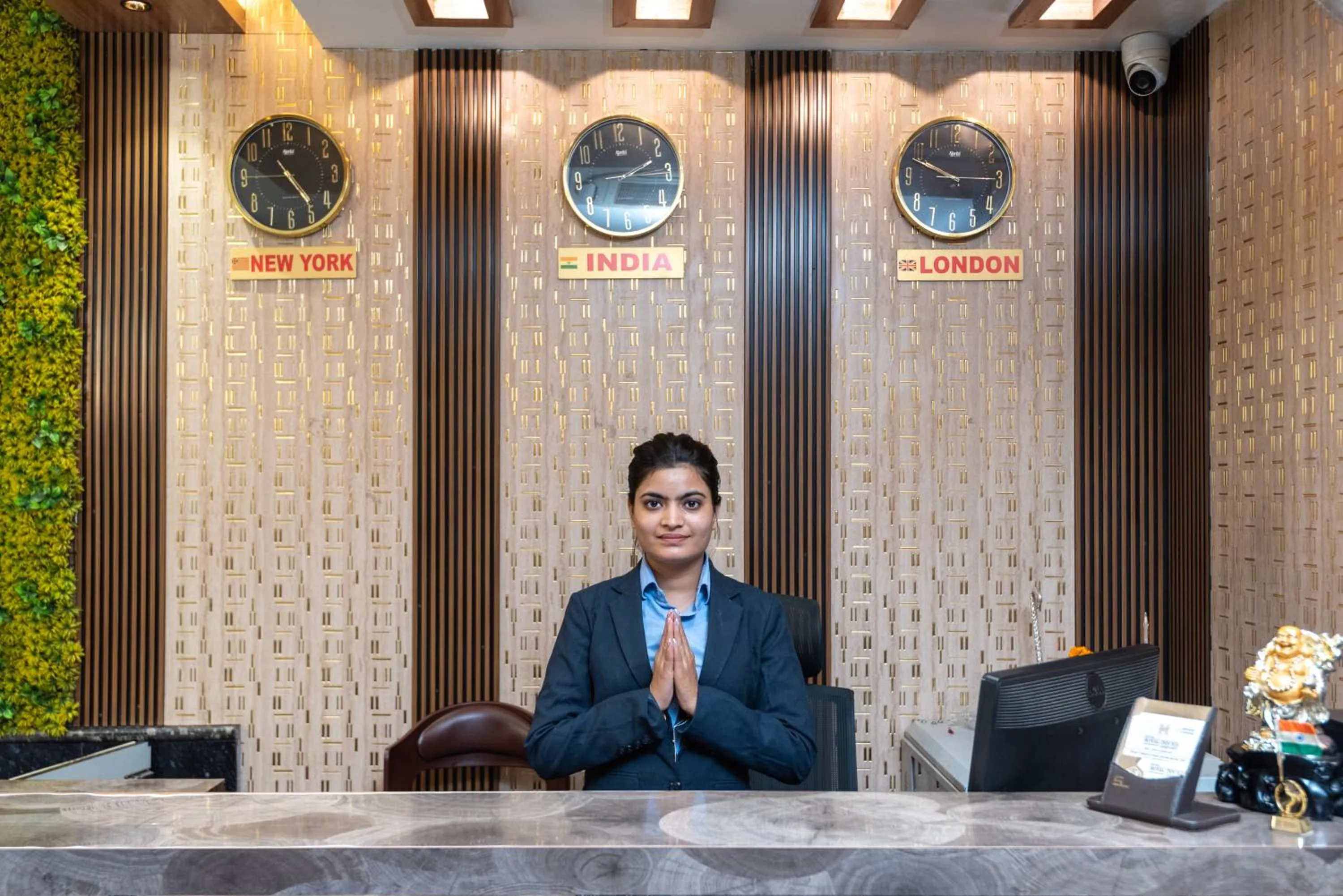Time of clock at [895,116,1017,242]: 9:49
